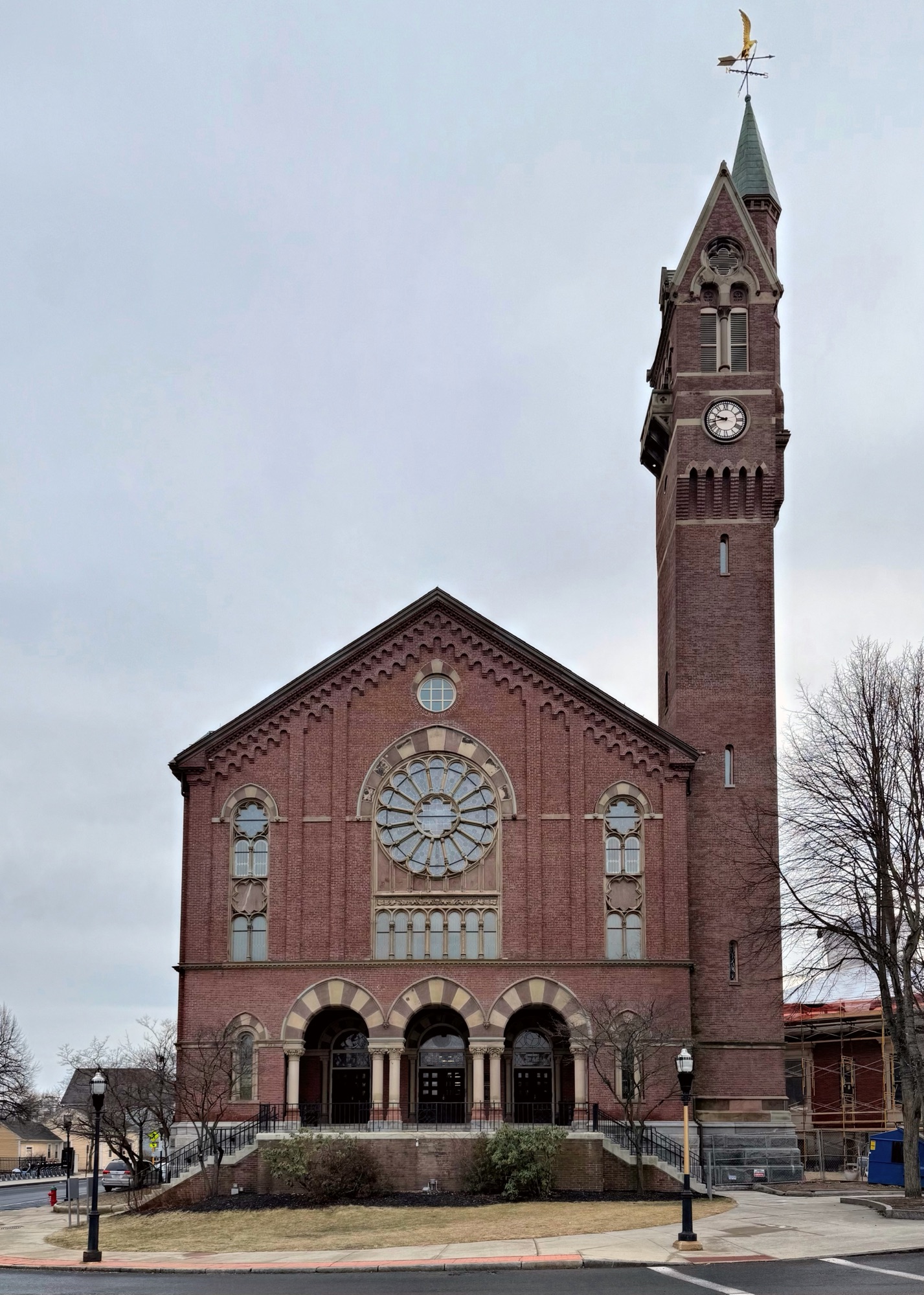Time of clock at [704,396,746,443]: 9:42
